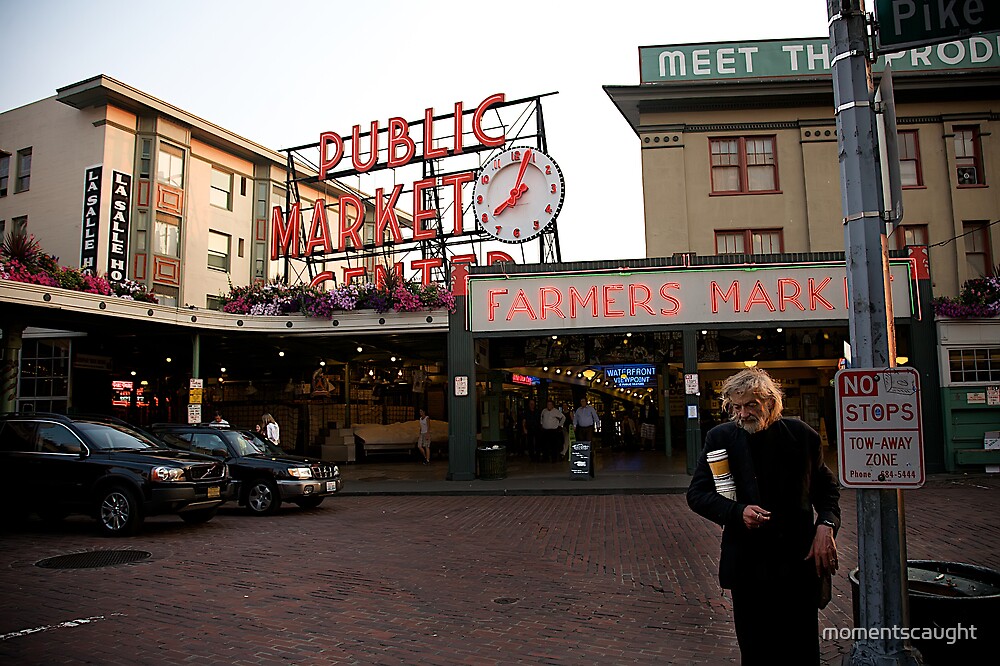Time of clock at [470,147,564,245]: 8:03
